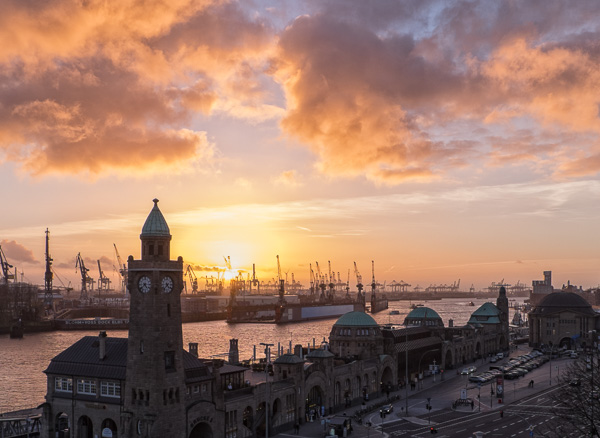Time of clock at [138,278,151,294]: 4:38
